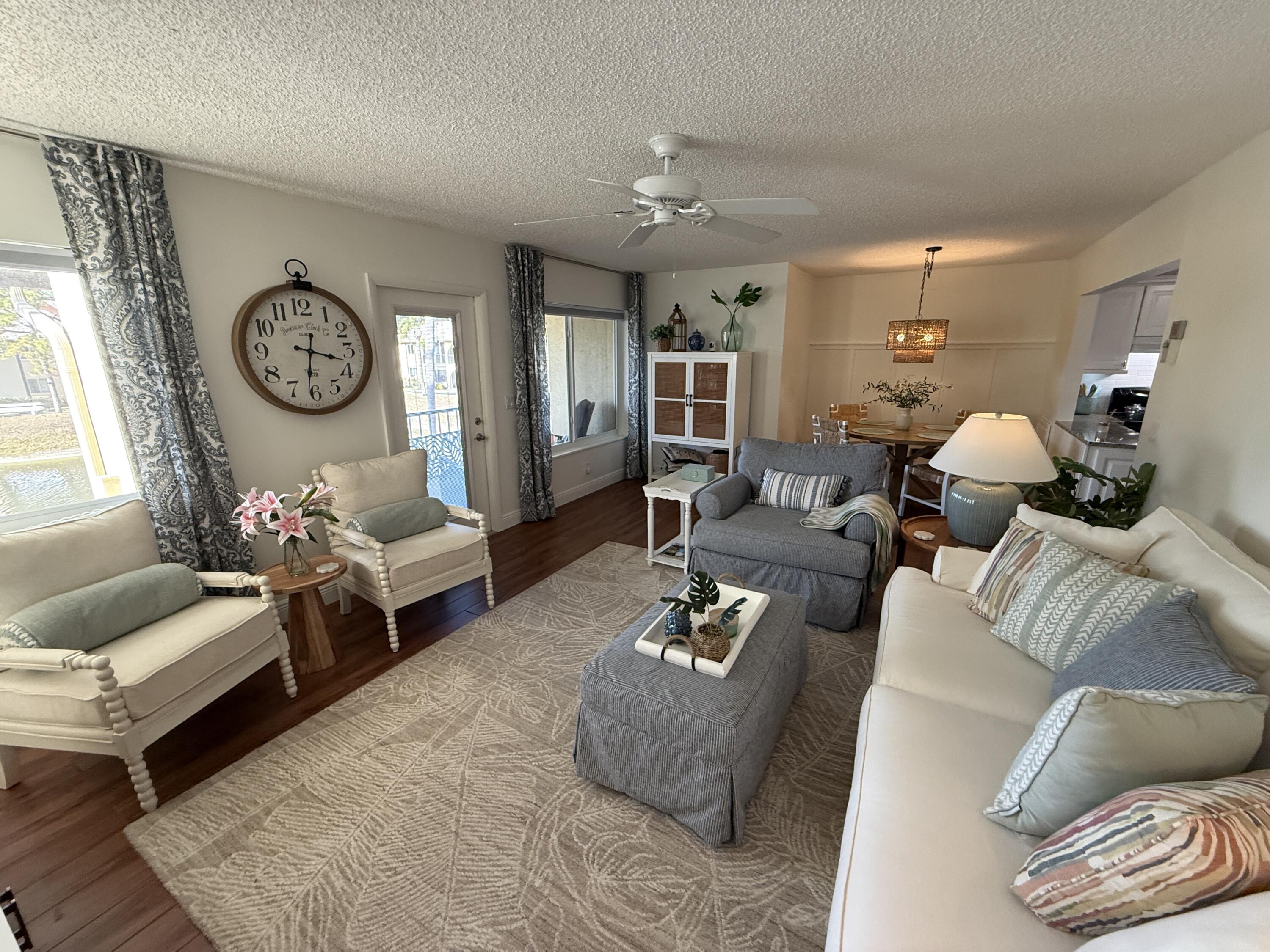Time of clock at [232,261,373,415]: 3:31
